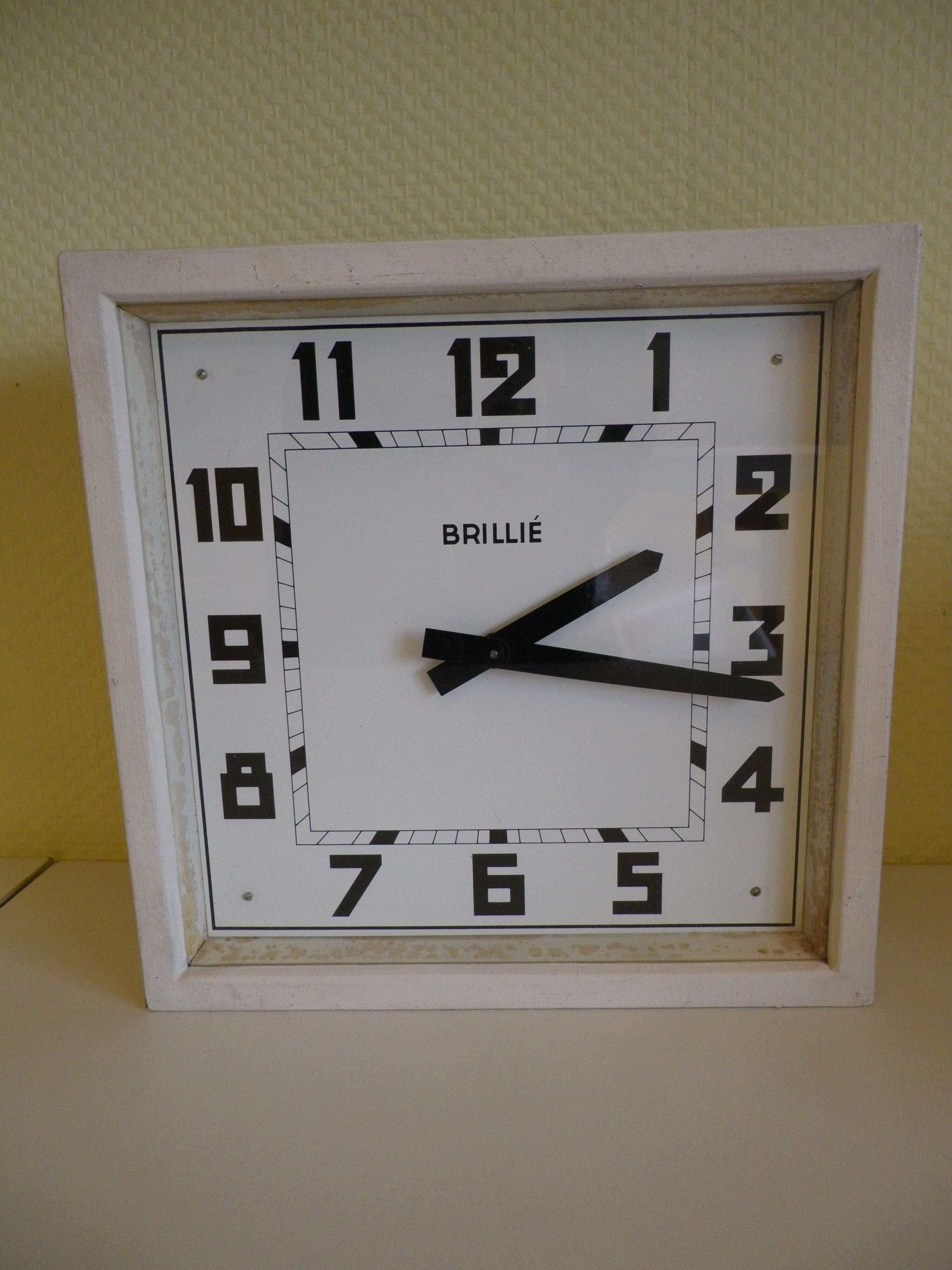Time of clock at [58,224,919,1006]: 2:16
